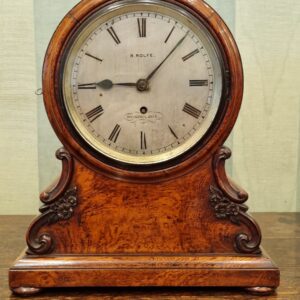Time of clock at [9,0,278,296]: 9:07
